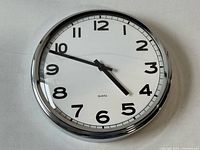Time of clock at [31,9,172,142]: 4:48
